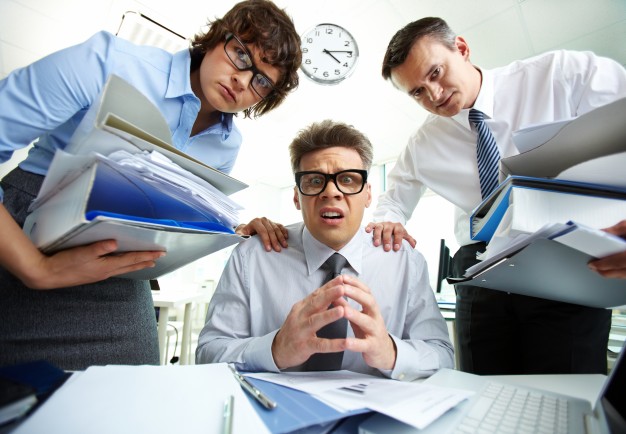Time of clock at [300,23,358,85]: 4:13
